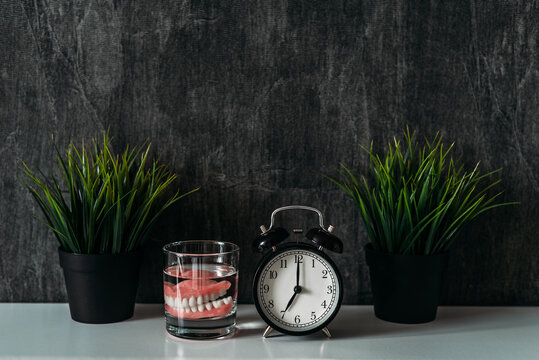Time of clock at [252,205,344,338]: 7:00
